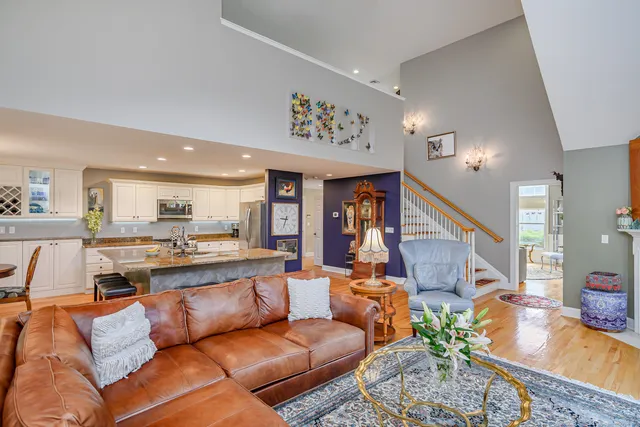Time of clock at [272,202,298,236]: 9:33
